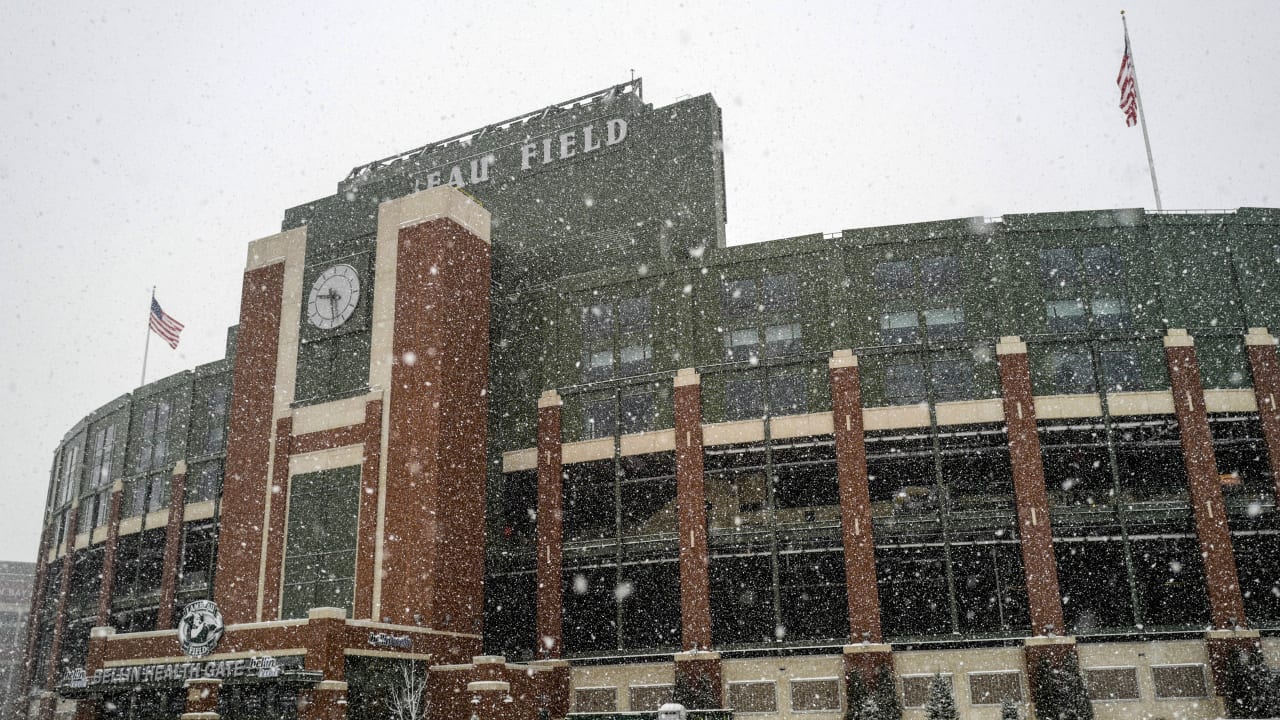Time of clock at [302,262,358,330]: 9:28
